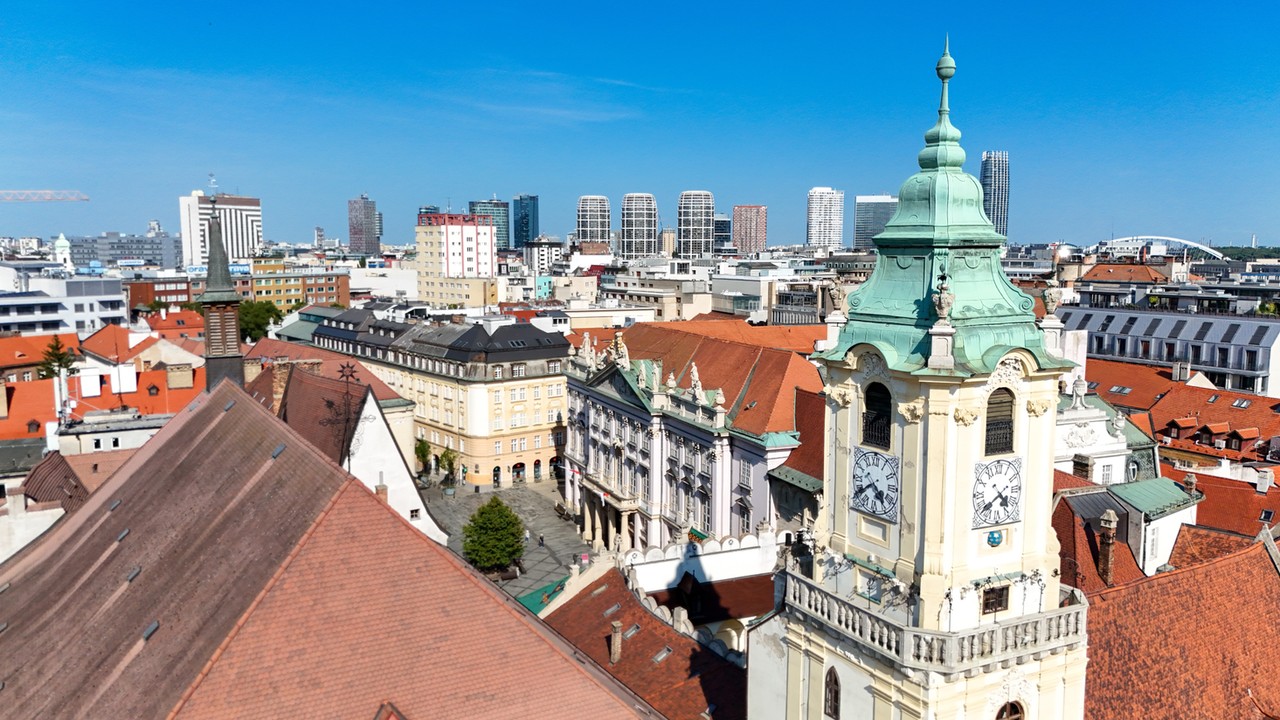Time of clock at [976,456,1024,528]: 4:38
